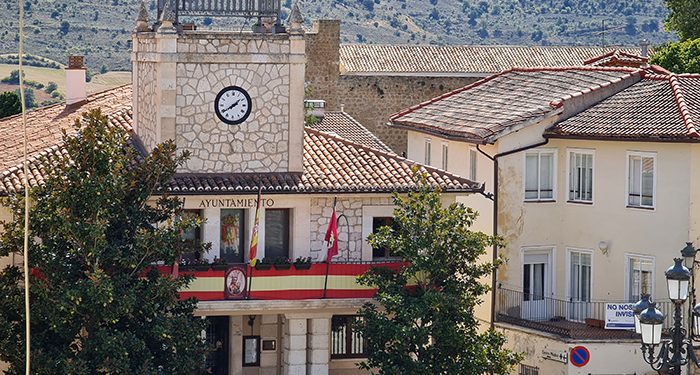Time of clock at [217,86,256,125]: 1:39
